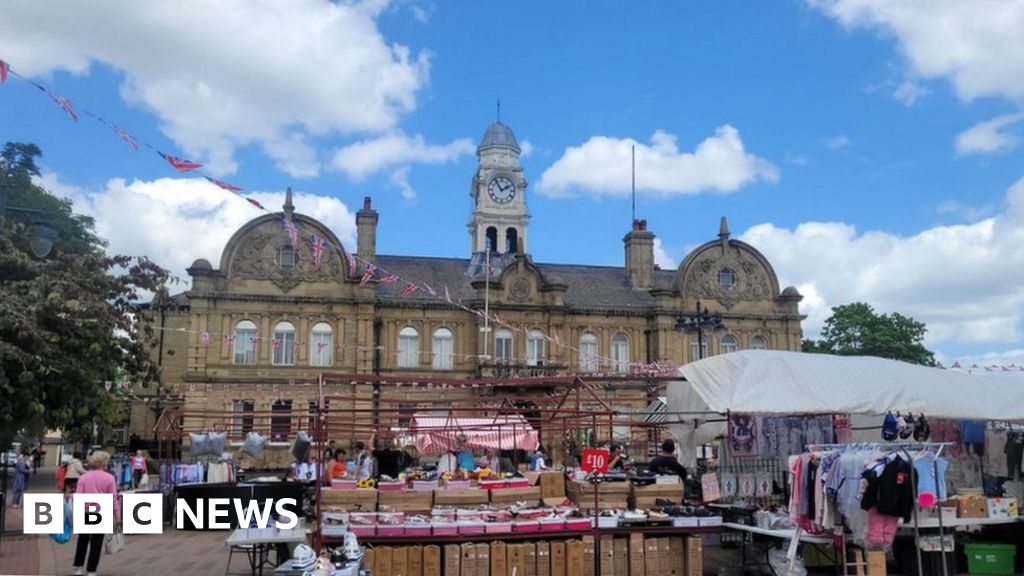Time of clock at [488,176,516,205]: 1:54
